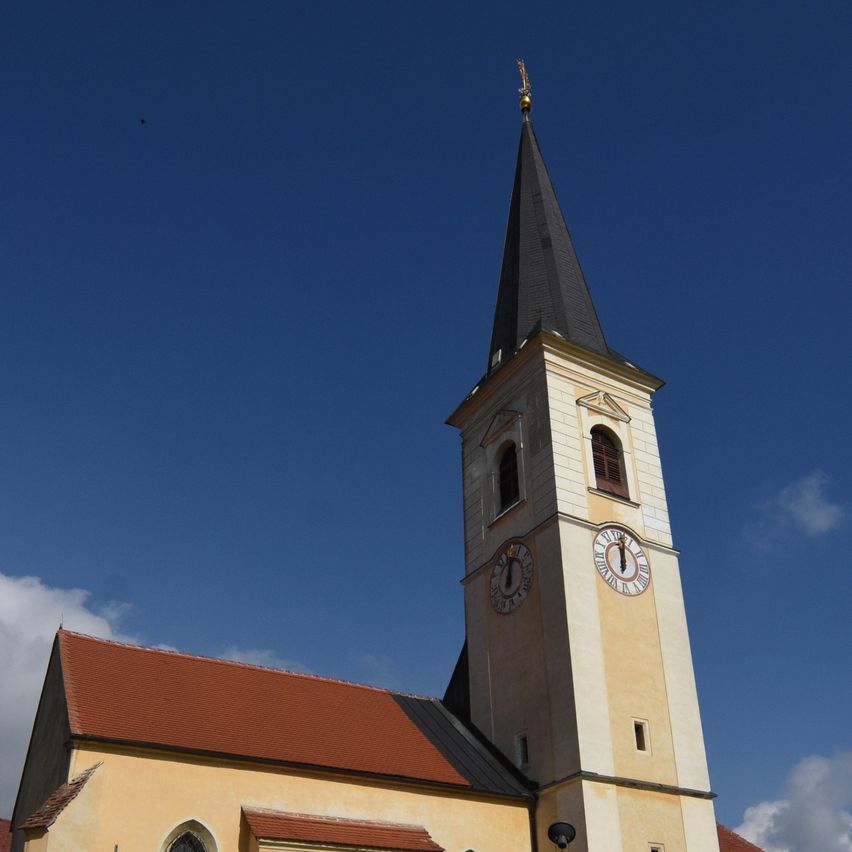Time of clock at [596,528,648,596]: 12:02
